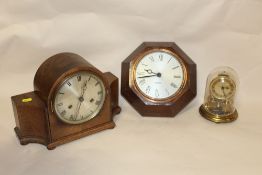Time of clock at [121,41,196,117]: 9:42
